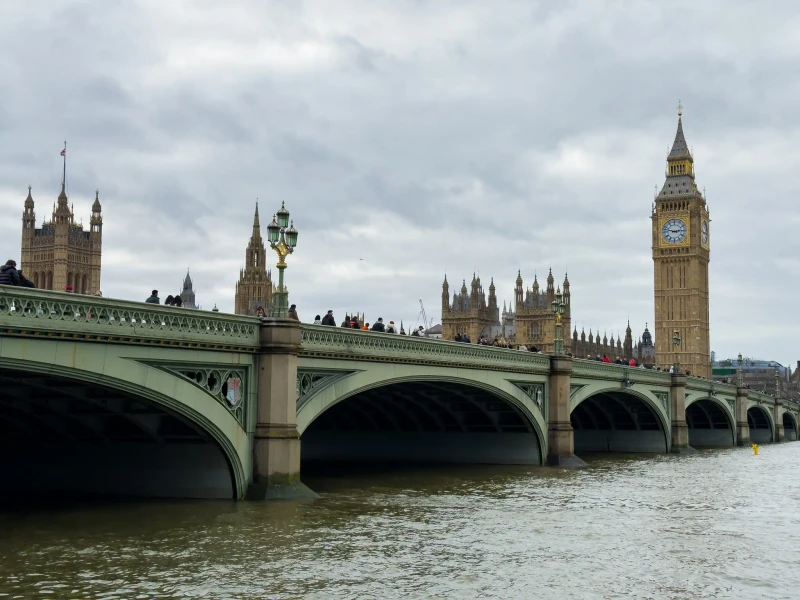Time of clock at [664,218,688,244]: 2:47
